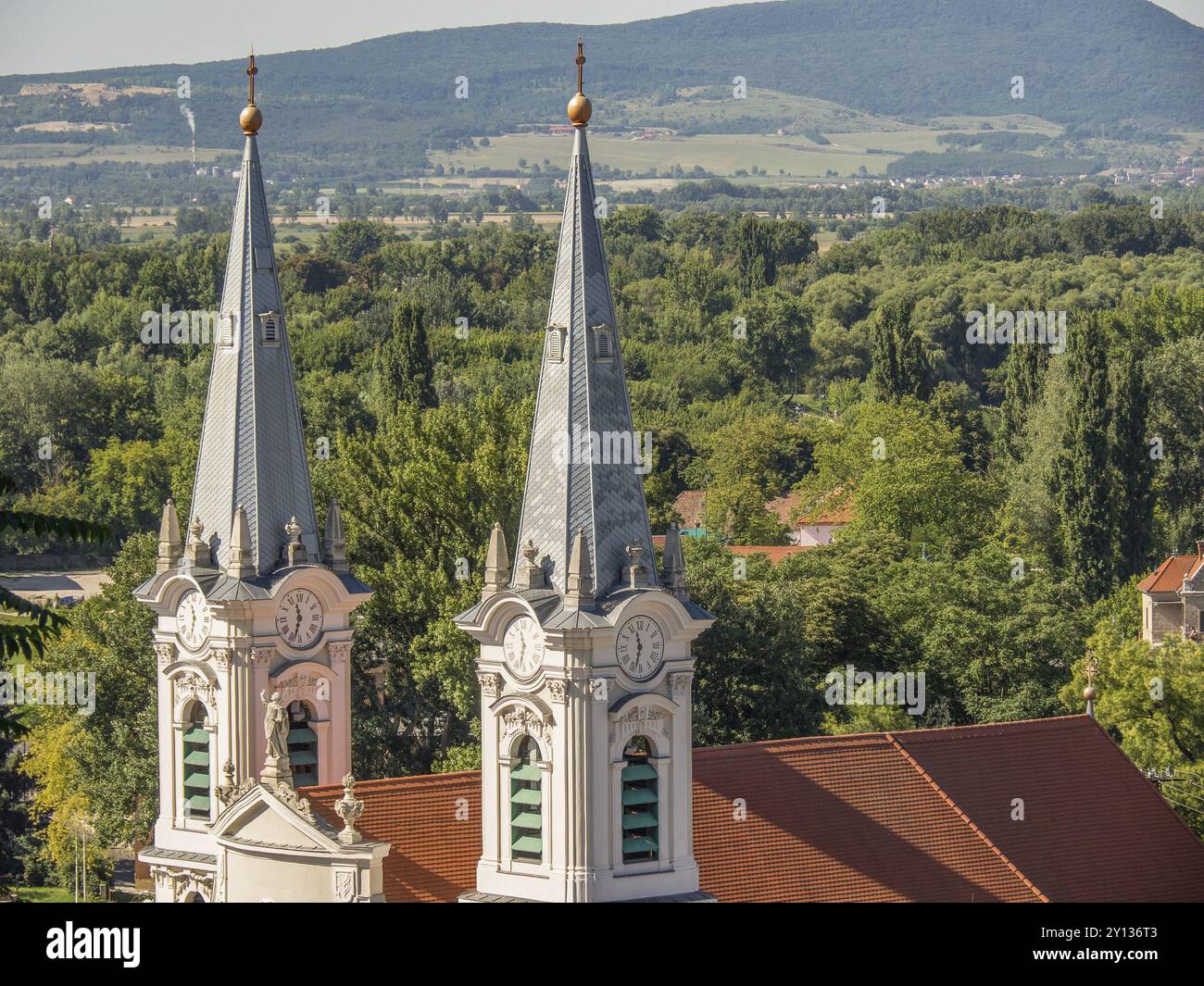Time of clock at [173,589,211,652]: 11:32
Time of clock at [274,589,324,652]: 11:33
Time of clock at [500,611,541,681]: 11:32
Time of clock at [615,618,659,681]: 11:32
